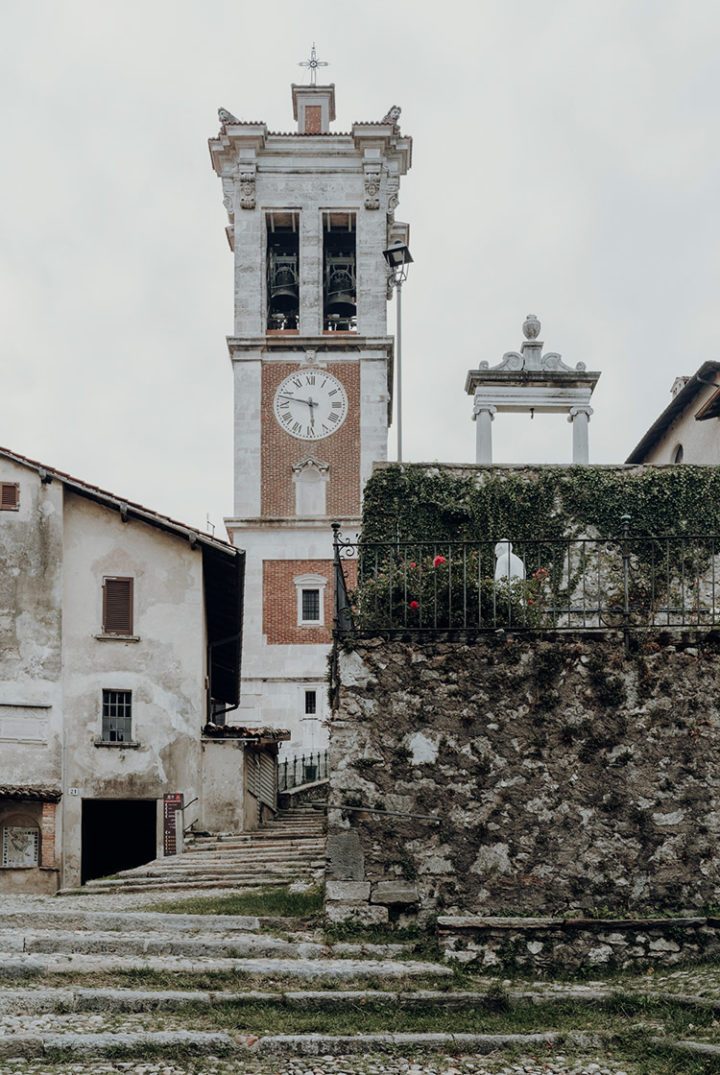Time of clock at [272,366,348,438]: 5:47
